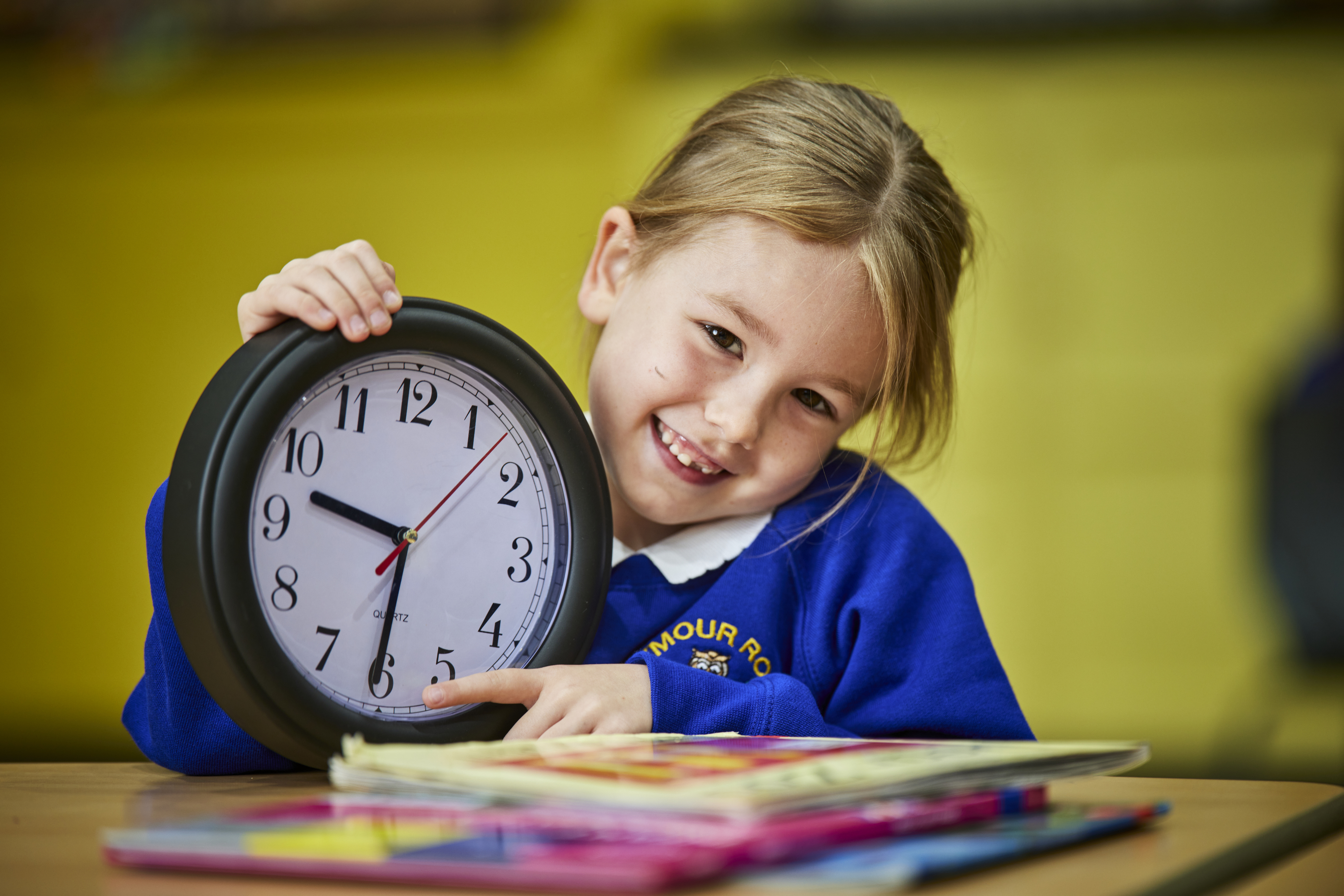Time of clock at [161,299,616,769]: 9:30
